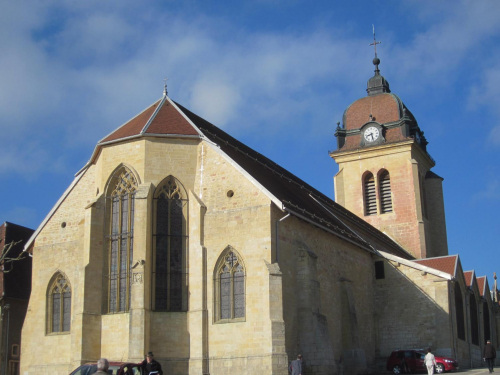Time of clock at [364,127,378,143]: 8:27
